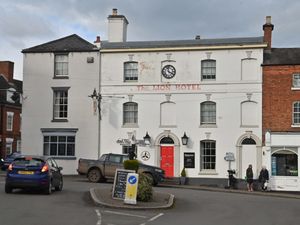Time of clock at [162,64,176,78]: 3:58
